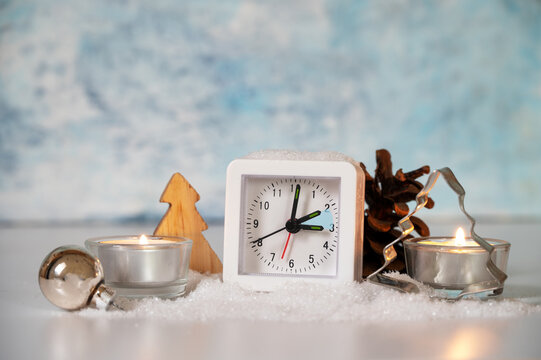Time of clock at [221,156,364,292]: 3:01
